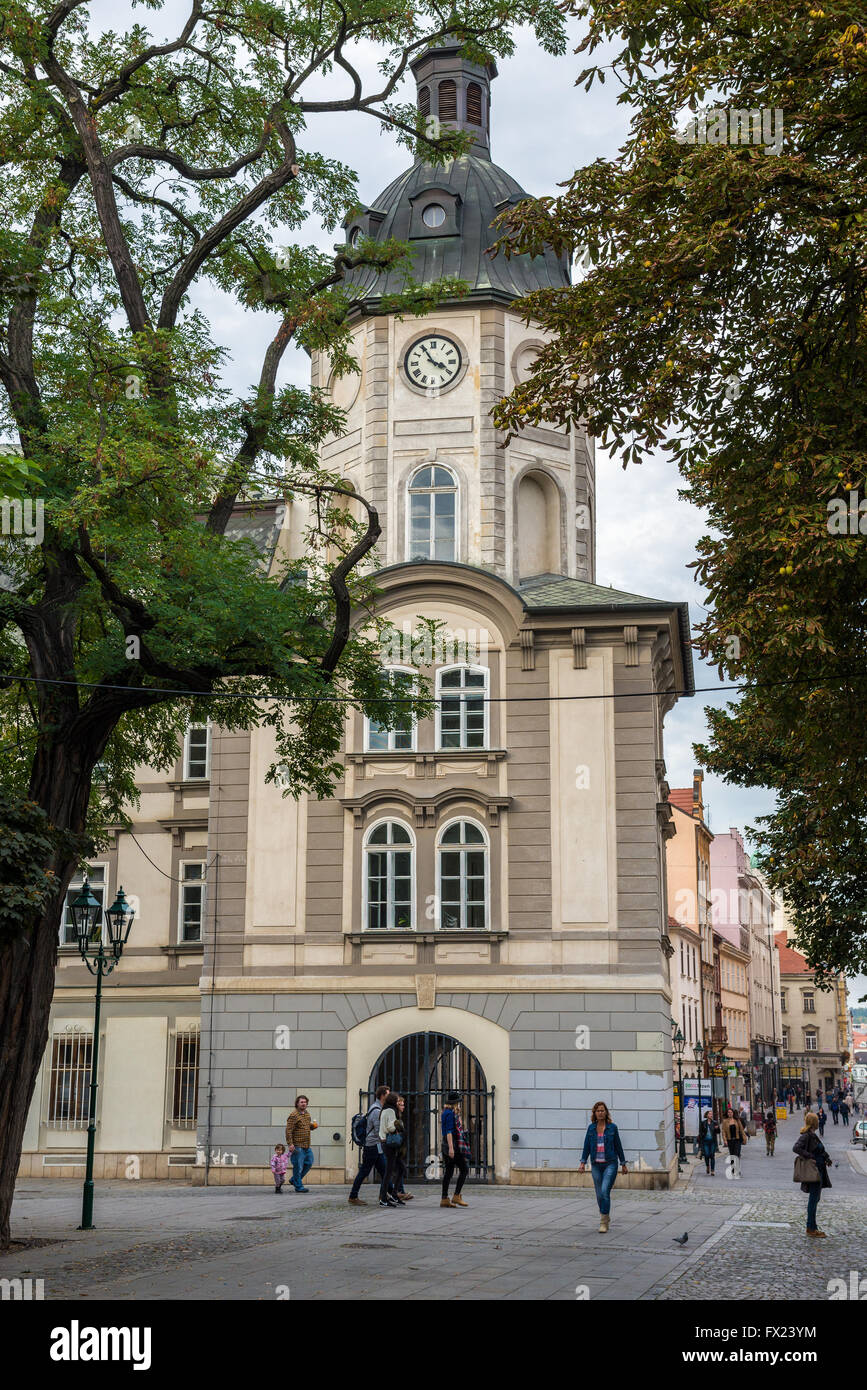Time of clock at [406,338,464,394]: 3:54
